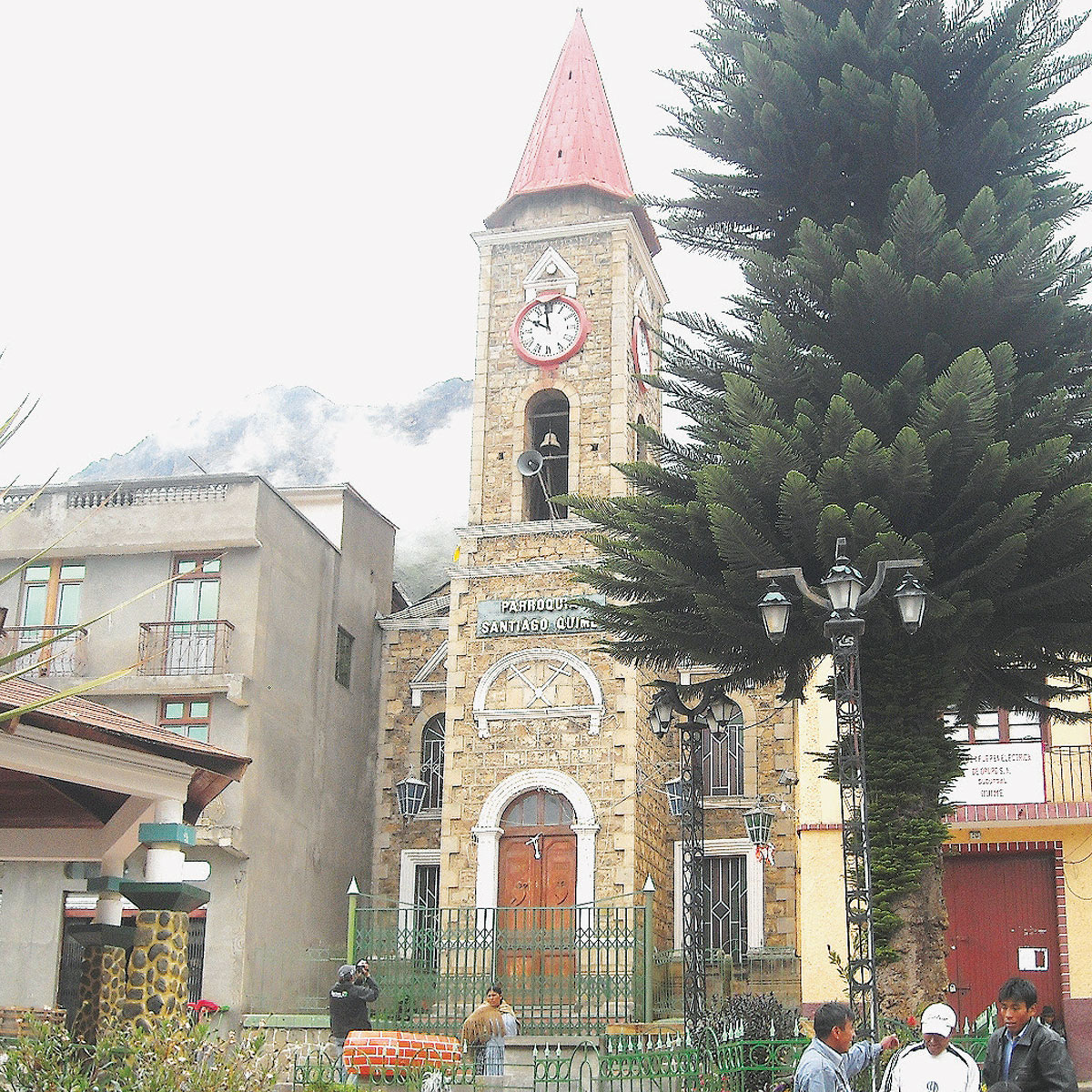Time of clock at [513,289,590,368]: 9:58
